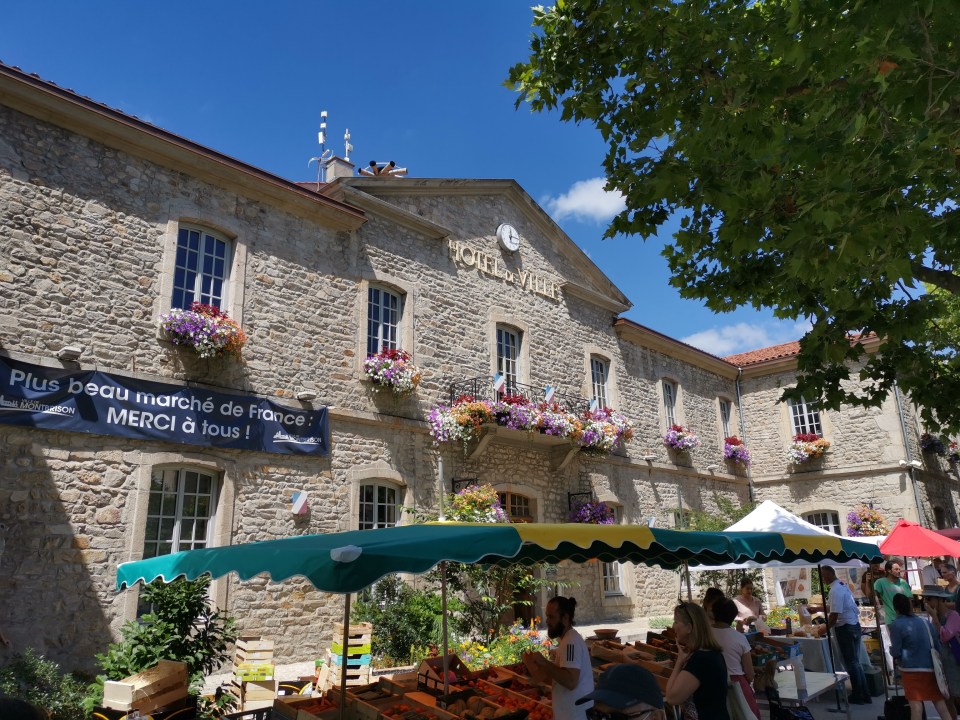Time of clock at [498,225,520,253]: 12:14
